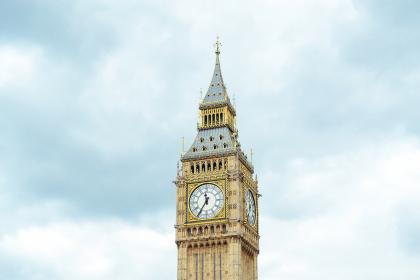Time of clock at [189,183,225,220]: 11:35
